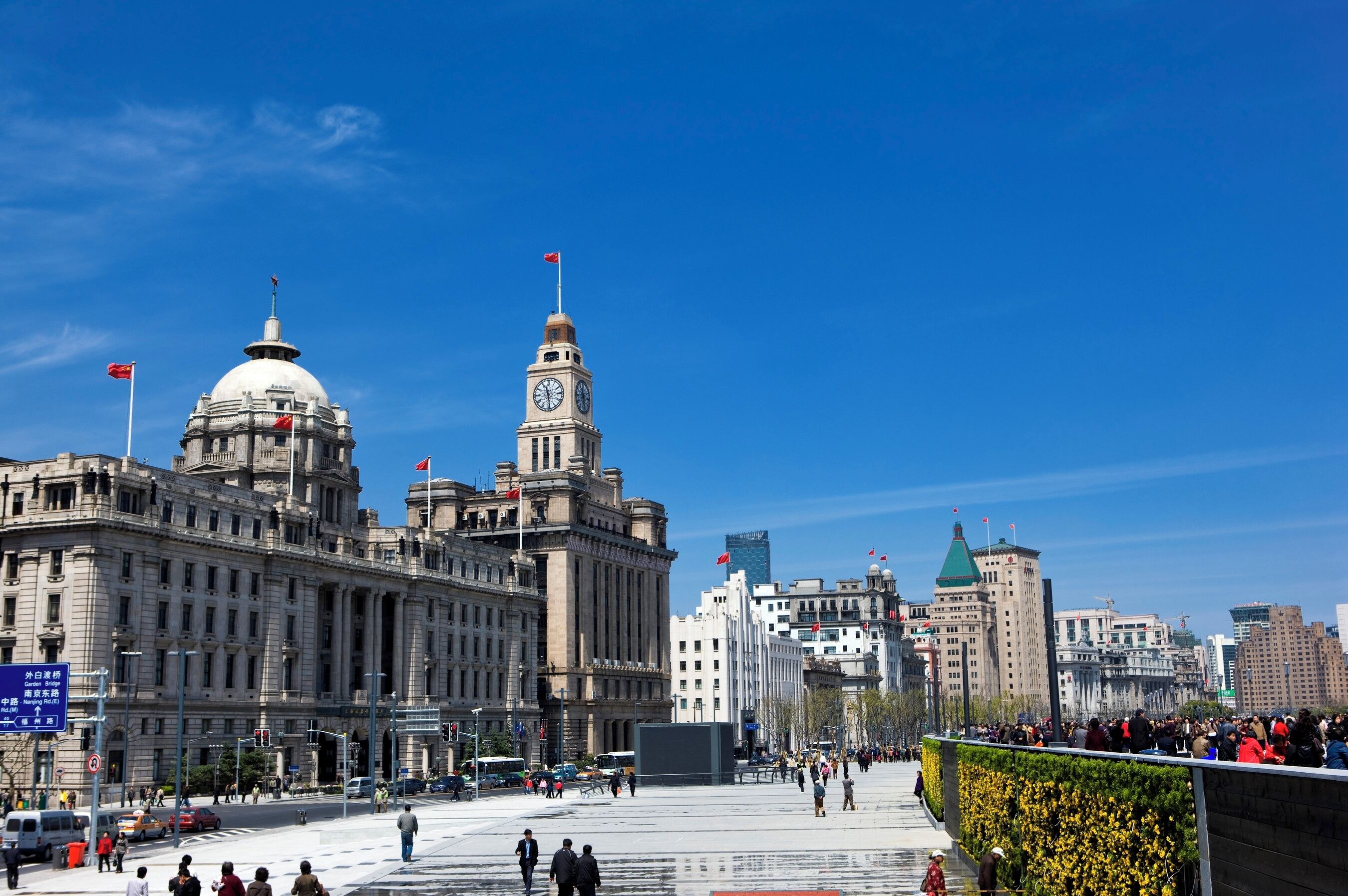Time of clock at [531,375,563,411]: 11:28
